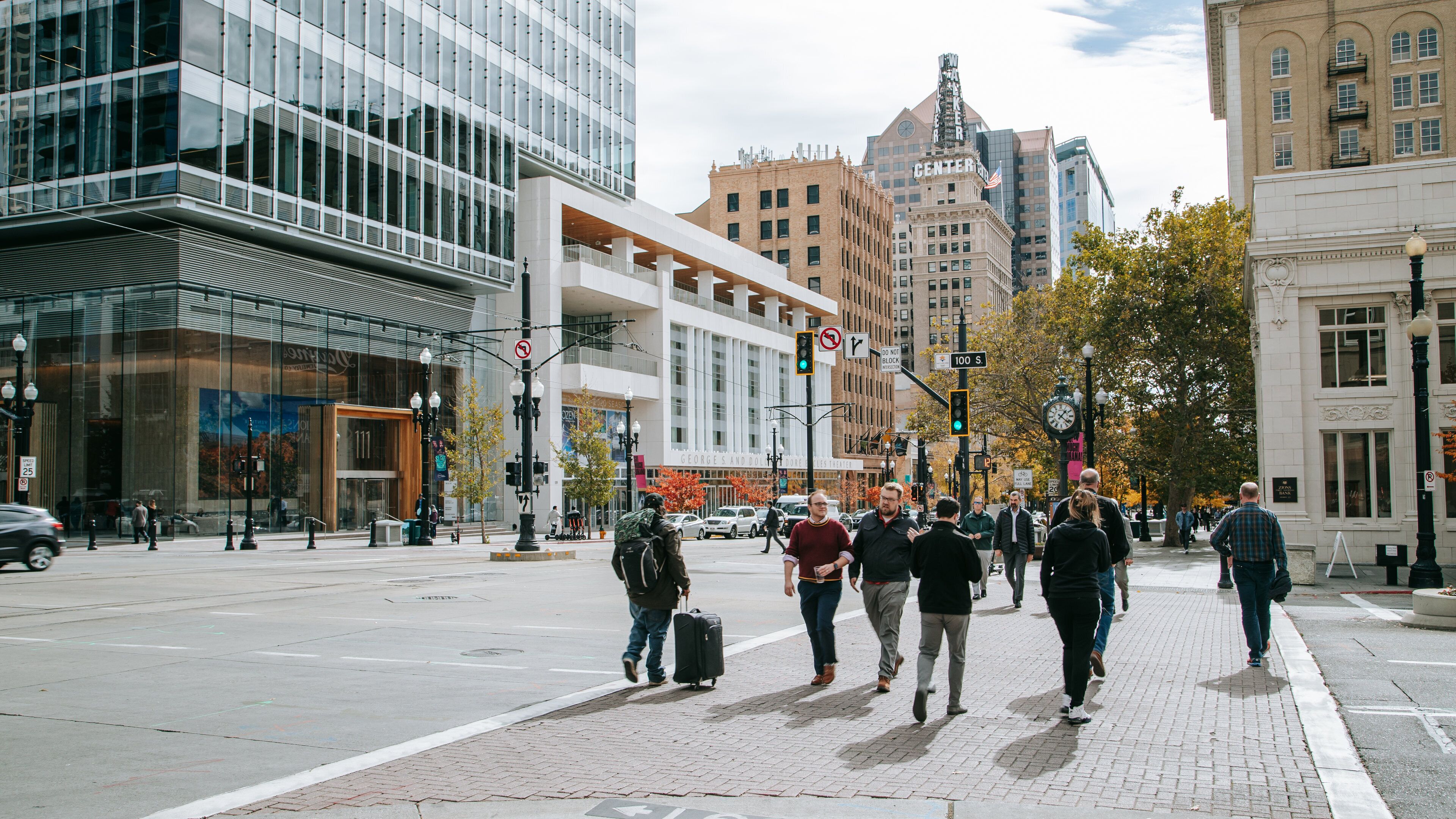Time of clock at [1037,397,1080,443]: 1:21
